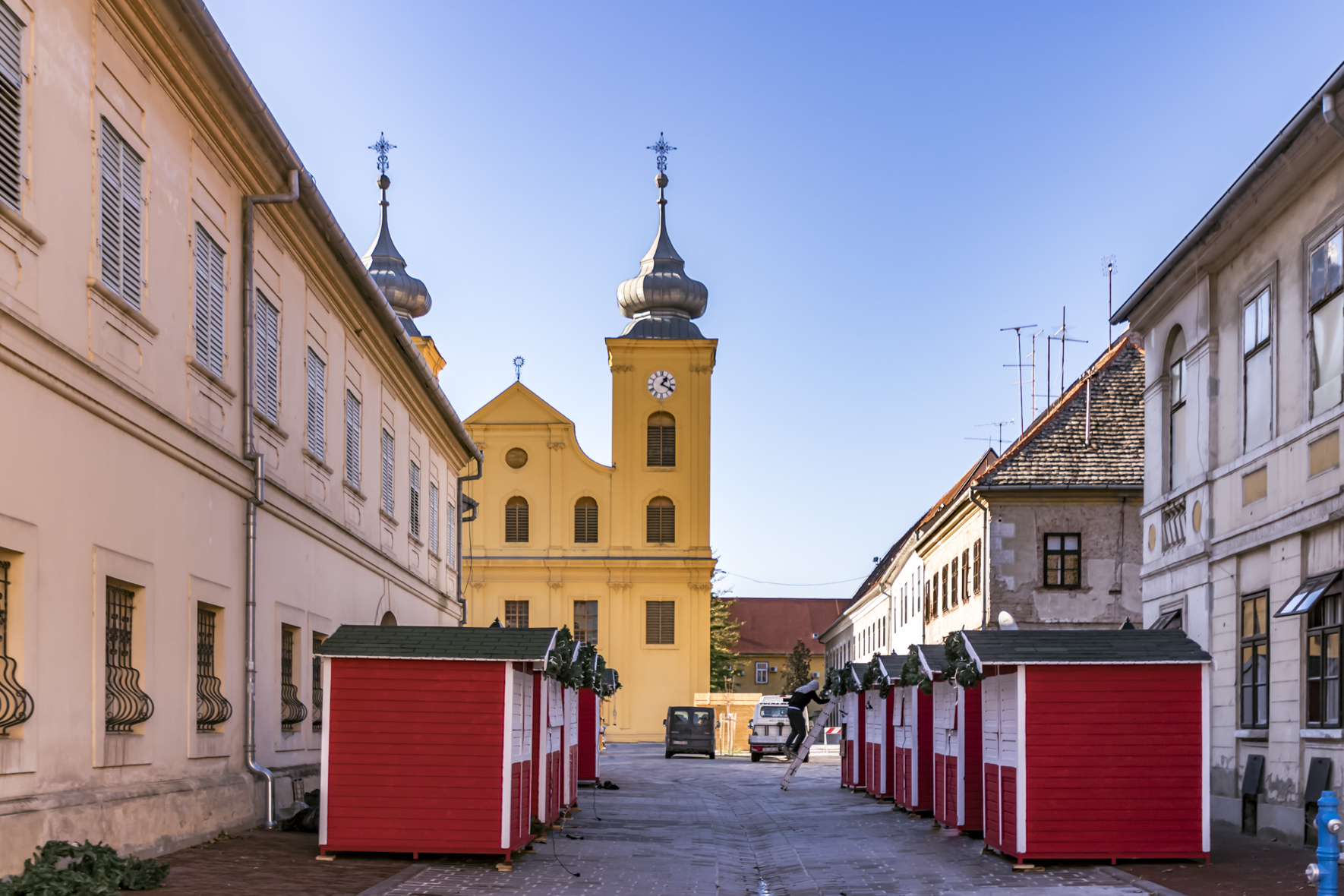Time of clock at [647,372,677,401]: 1:19
